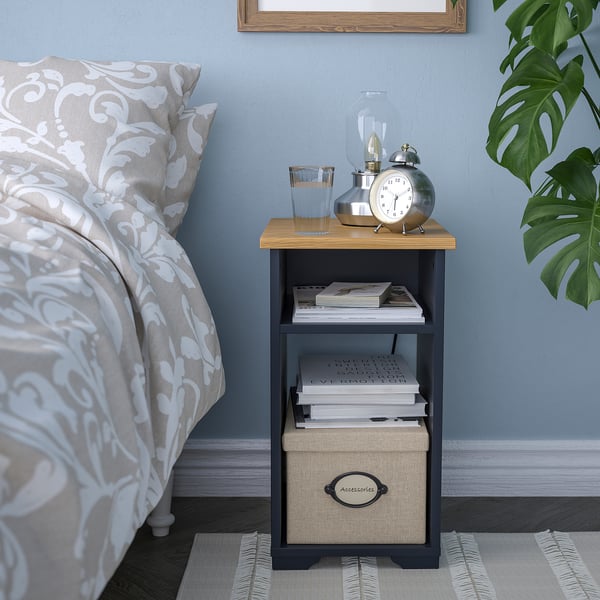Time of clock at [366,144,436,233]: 6:10
